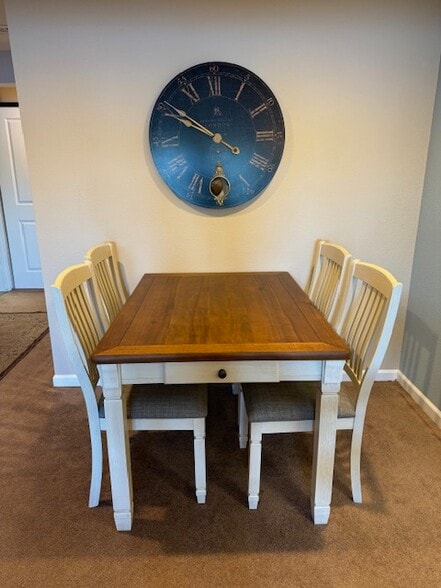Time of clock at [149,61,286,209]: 9:50
